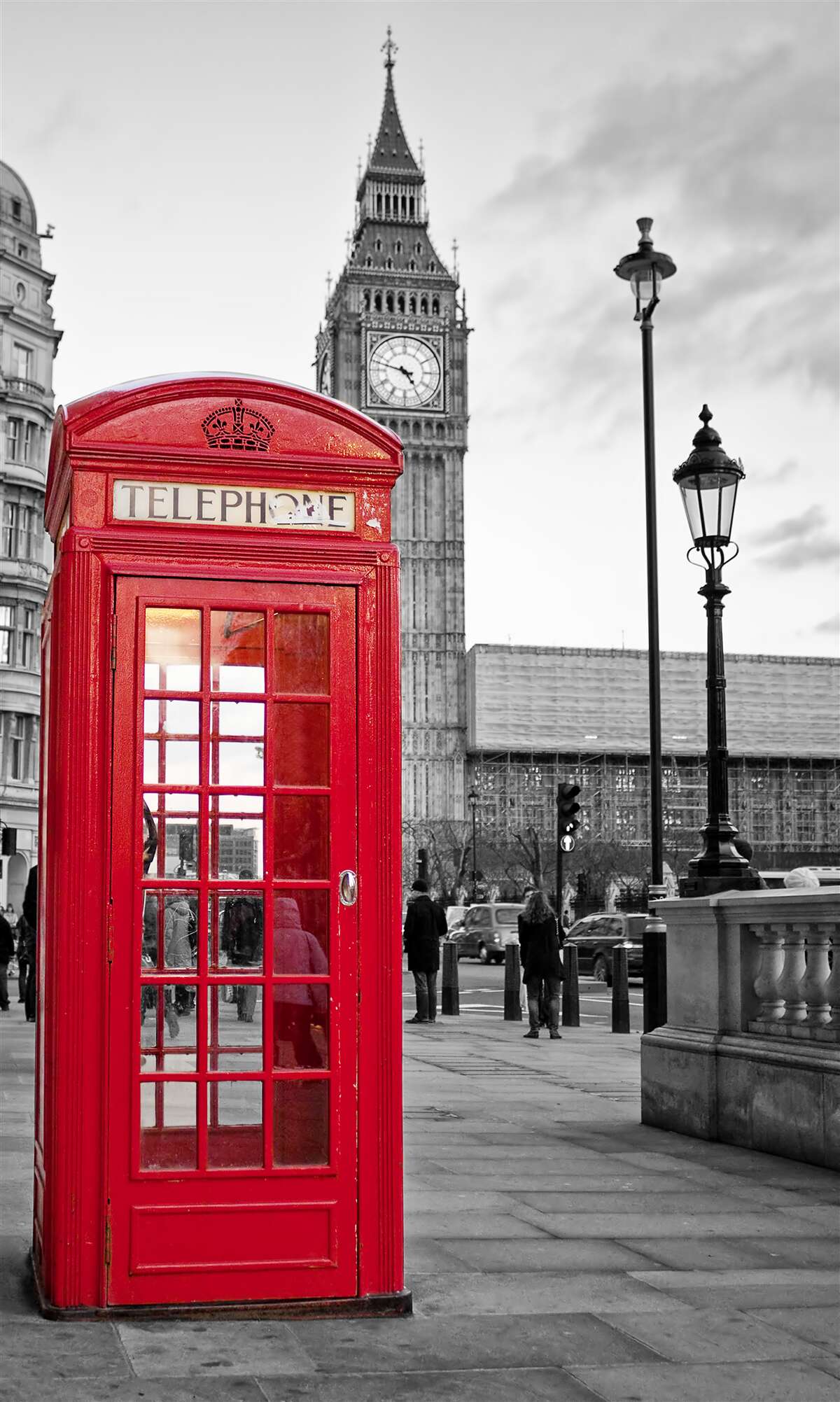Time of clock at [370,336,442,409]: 4:47
